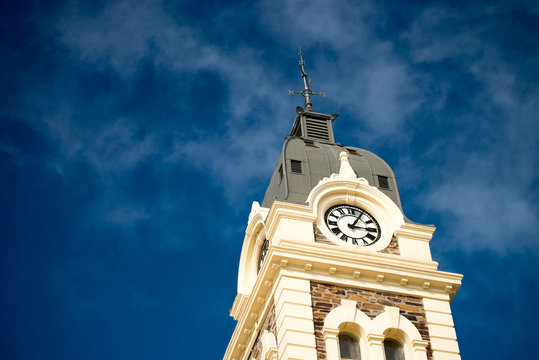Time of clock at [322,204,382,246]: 3:04
